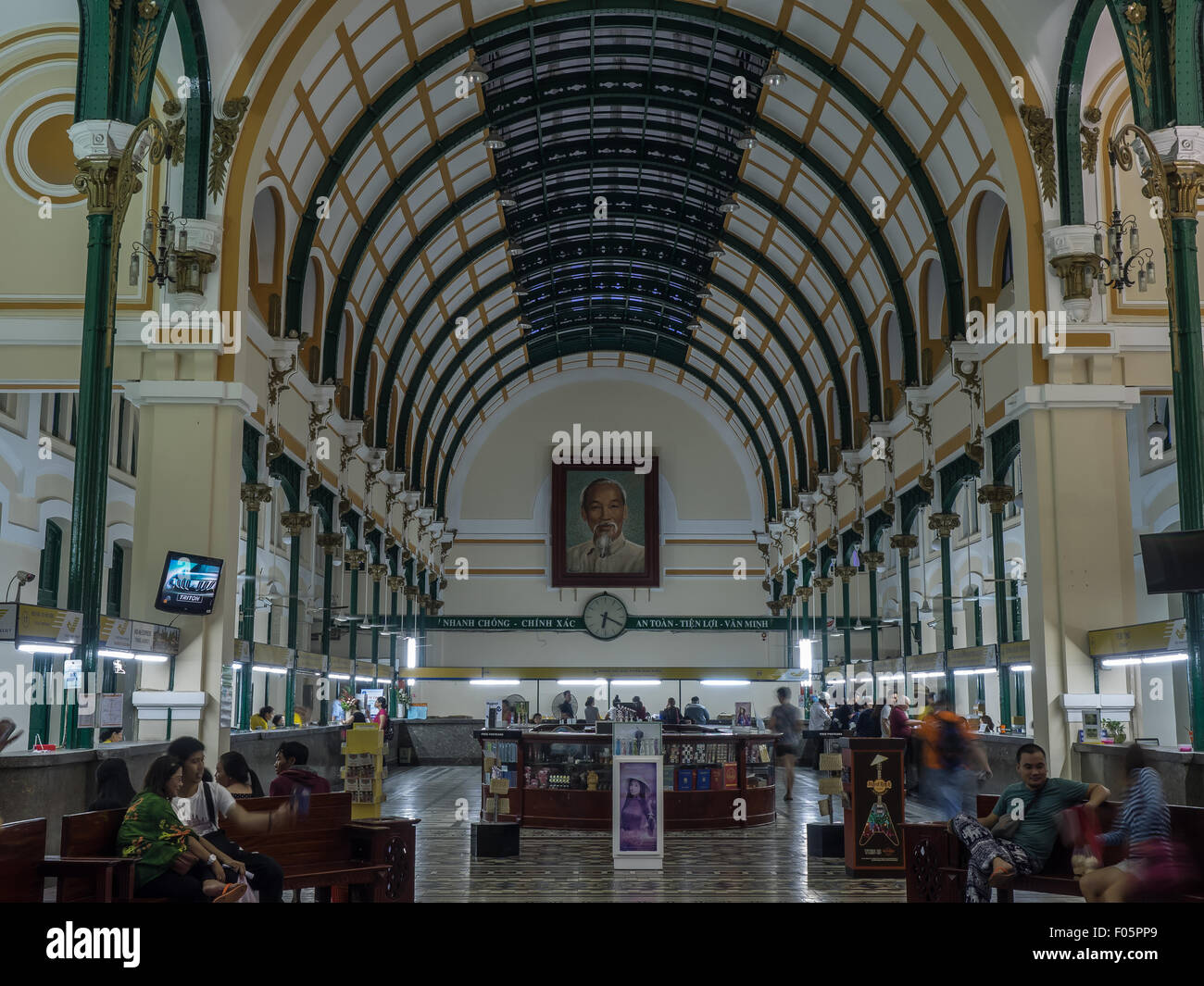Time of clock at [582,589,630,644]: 6:19
